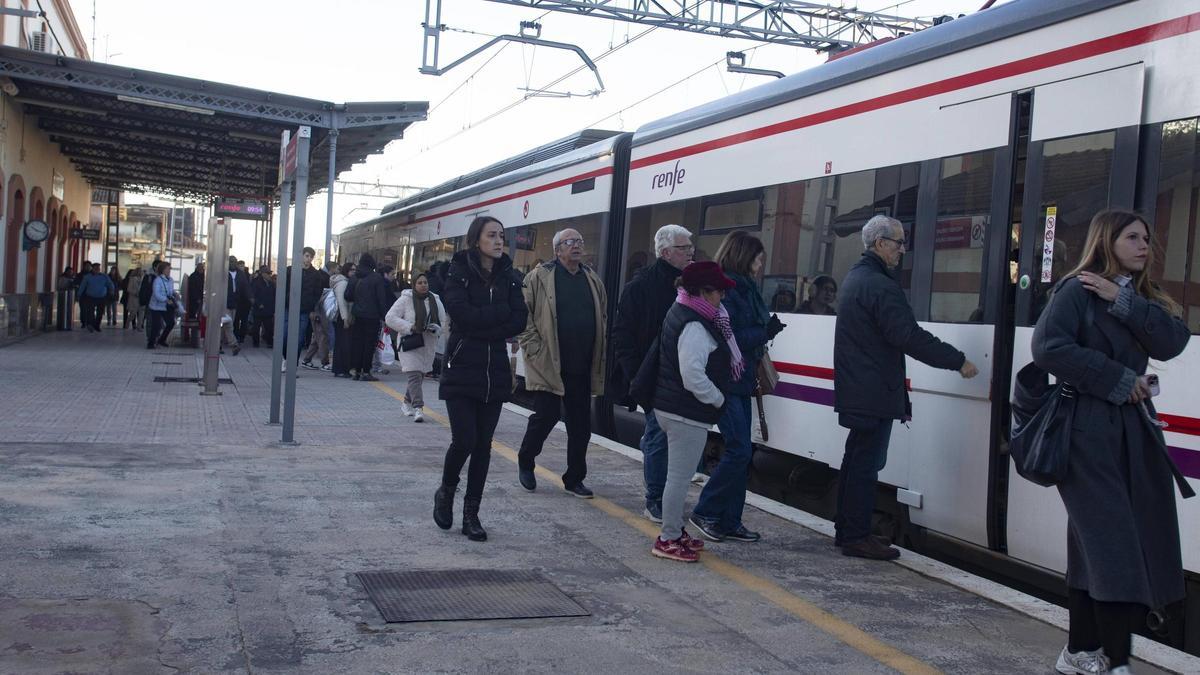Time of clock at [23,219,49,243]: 10:17
